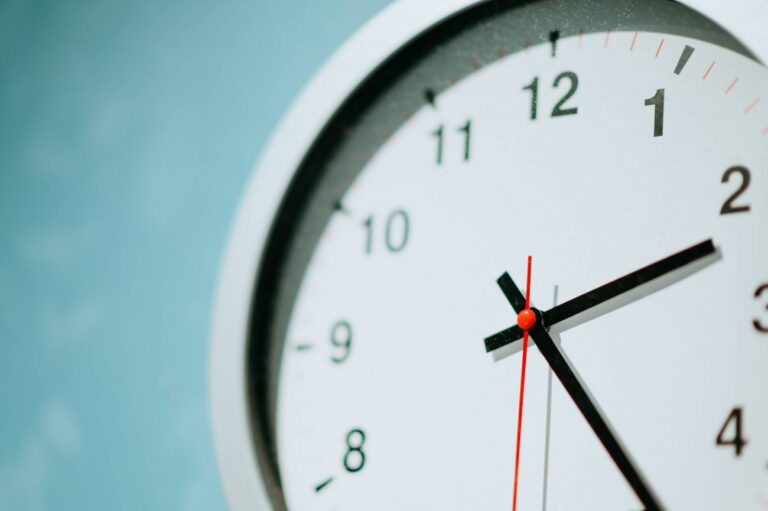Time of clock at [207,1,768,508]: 2:23
